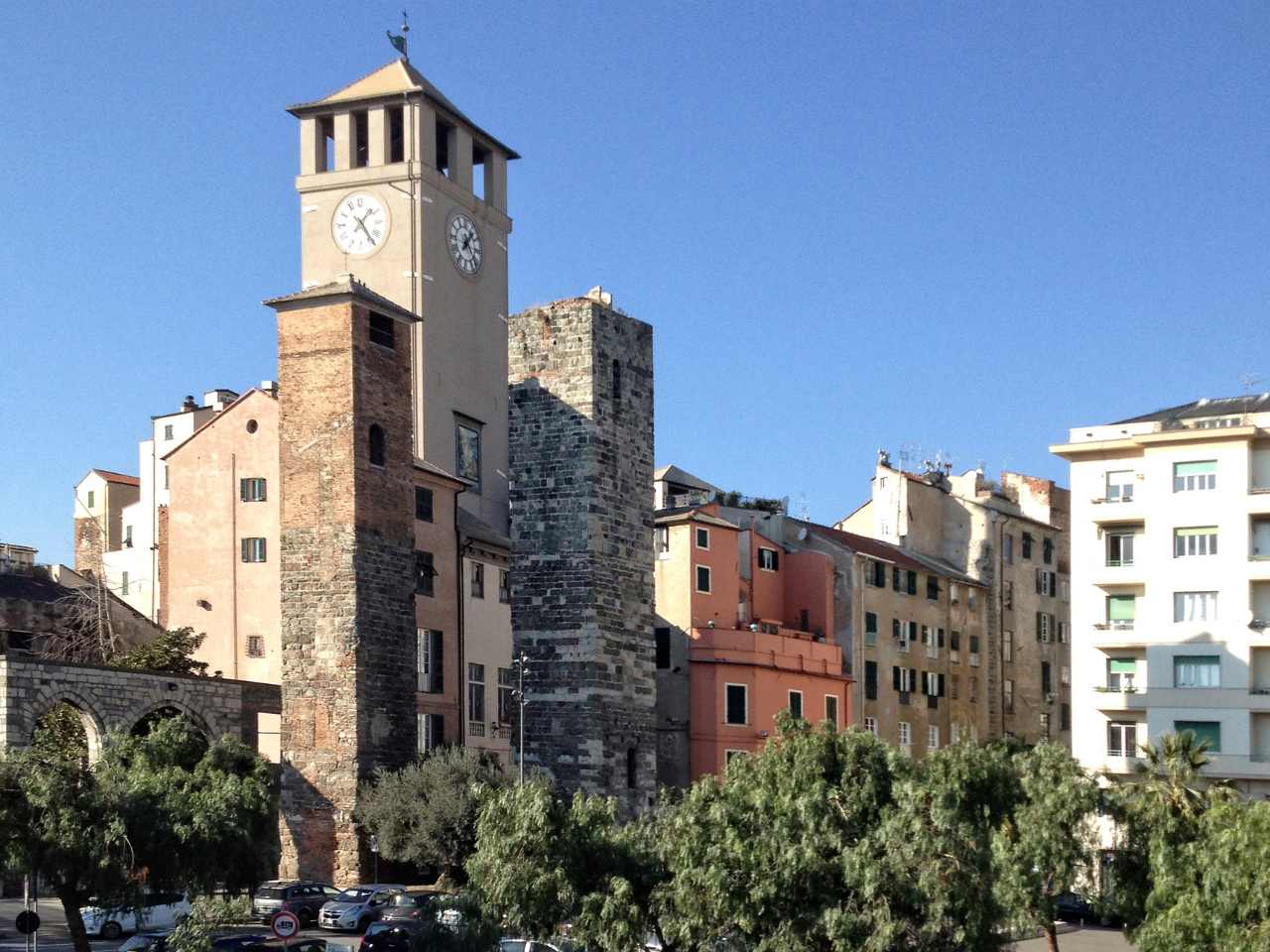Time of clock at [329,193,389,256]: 1:24
